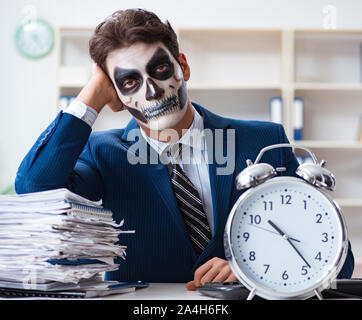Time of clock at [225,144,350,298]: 10:23
